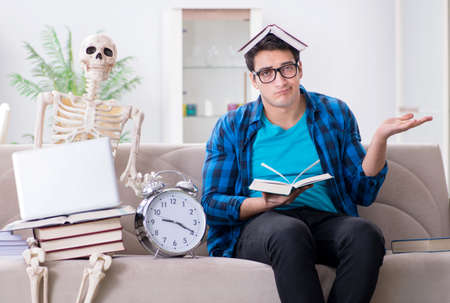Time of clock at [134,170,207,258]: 9:19
